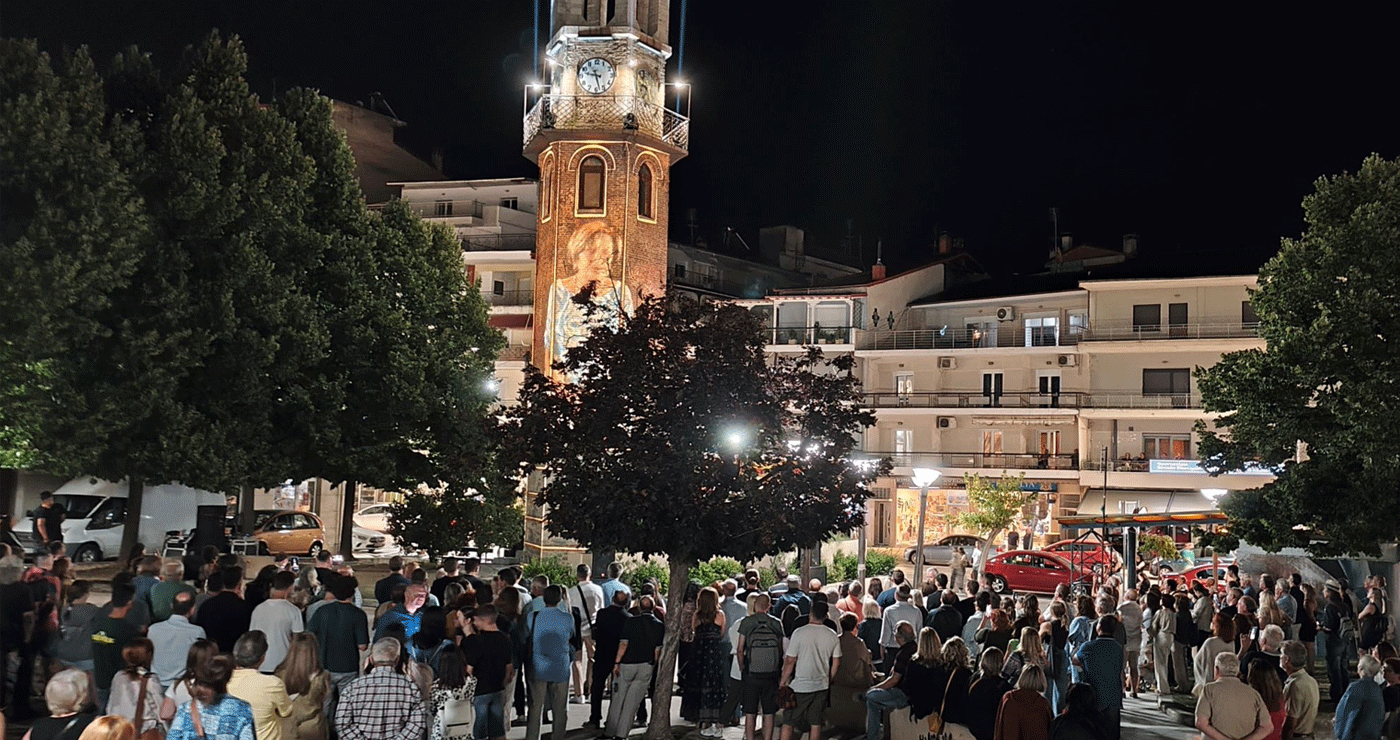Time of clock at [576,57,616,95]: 9:27
